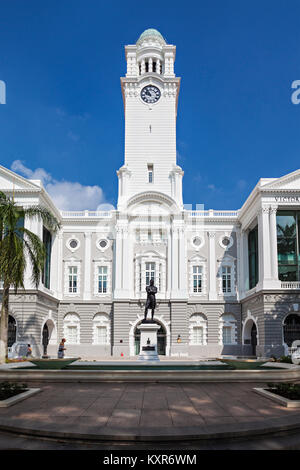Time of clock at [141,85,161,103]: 9:53
